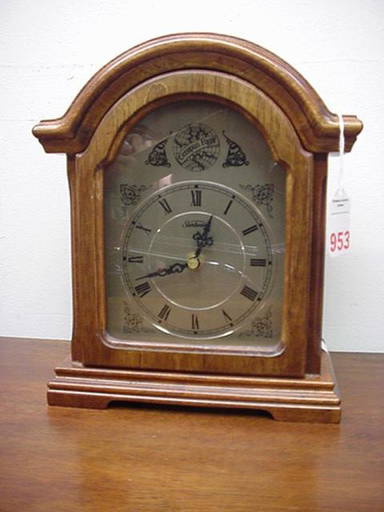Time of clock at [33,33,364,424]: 12:41
